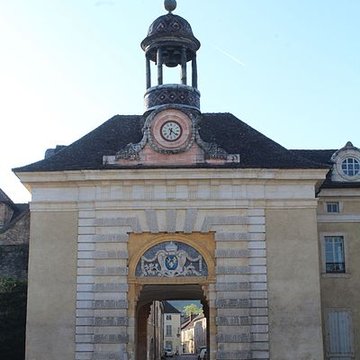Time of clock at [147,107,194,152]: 6:21
